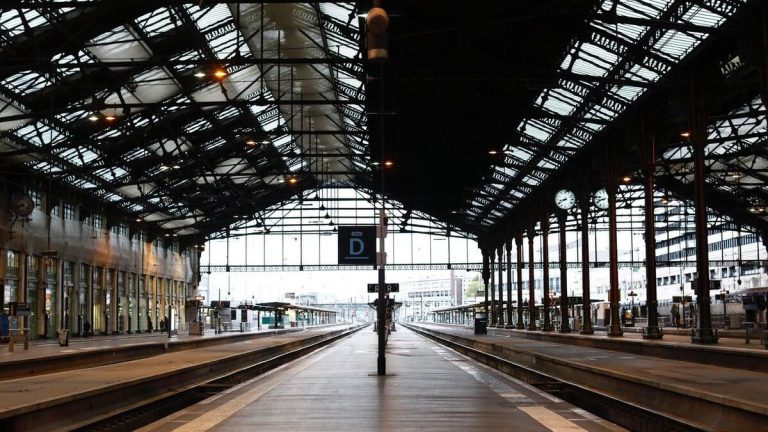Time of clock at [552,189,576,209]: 8:40
